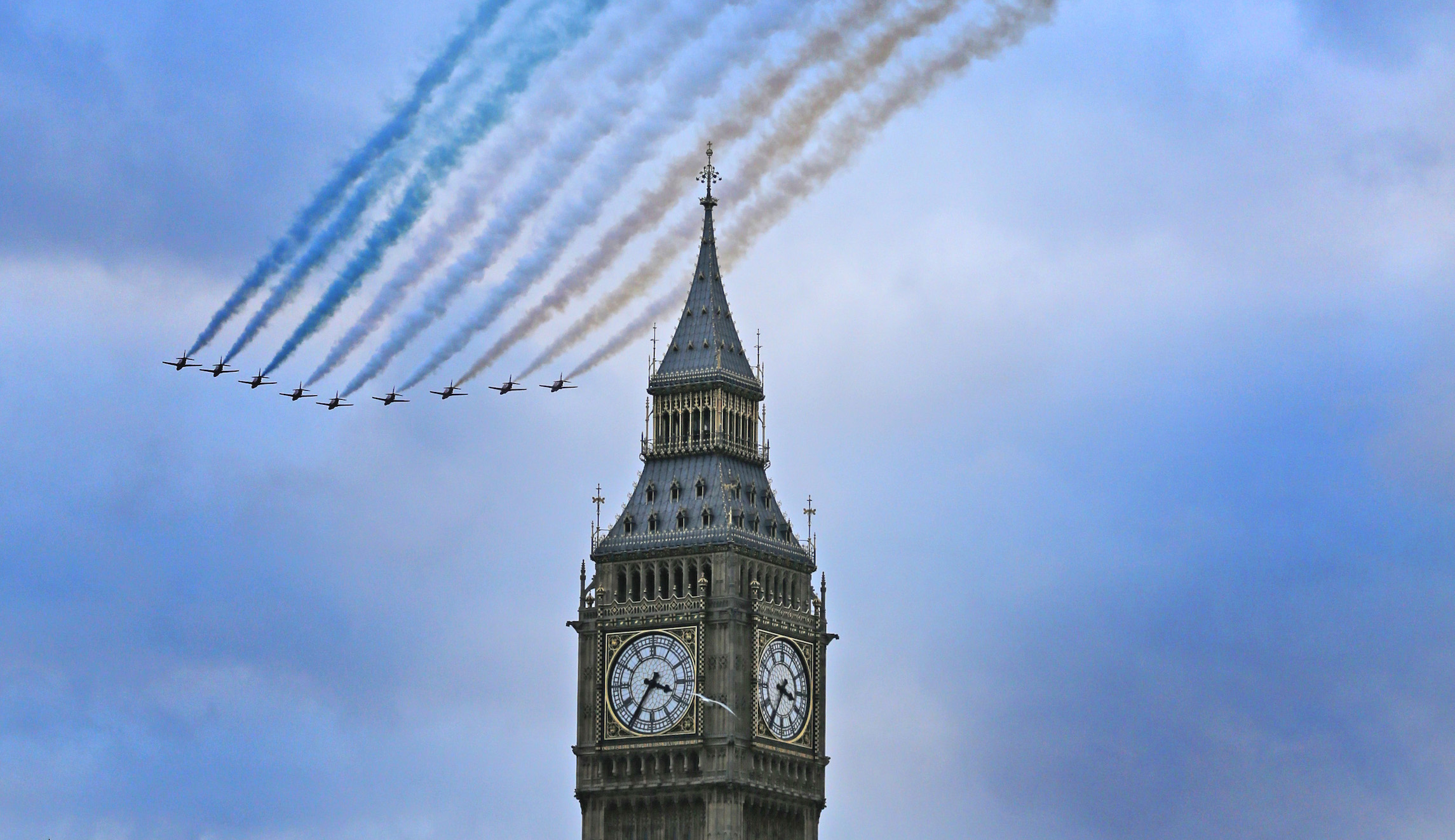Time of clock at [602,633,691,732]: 3:35
